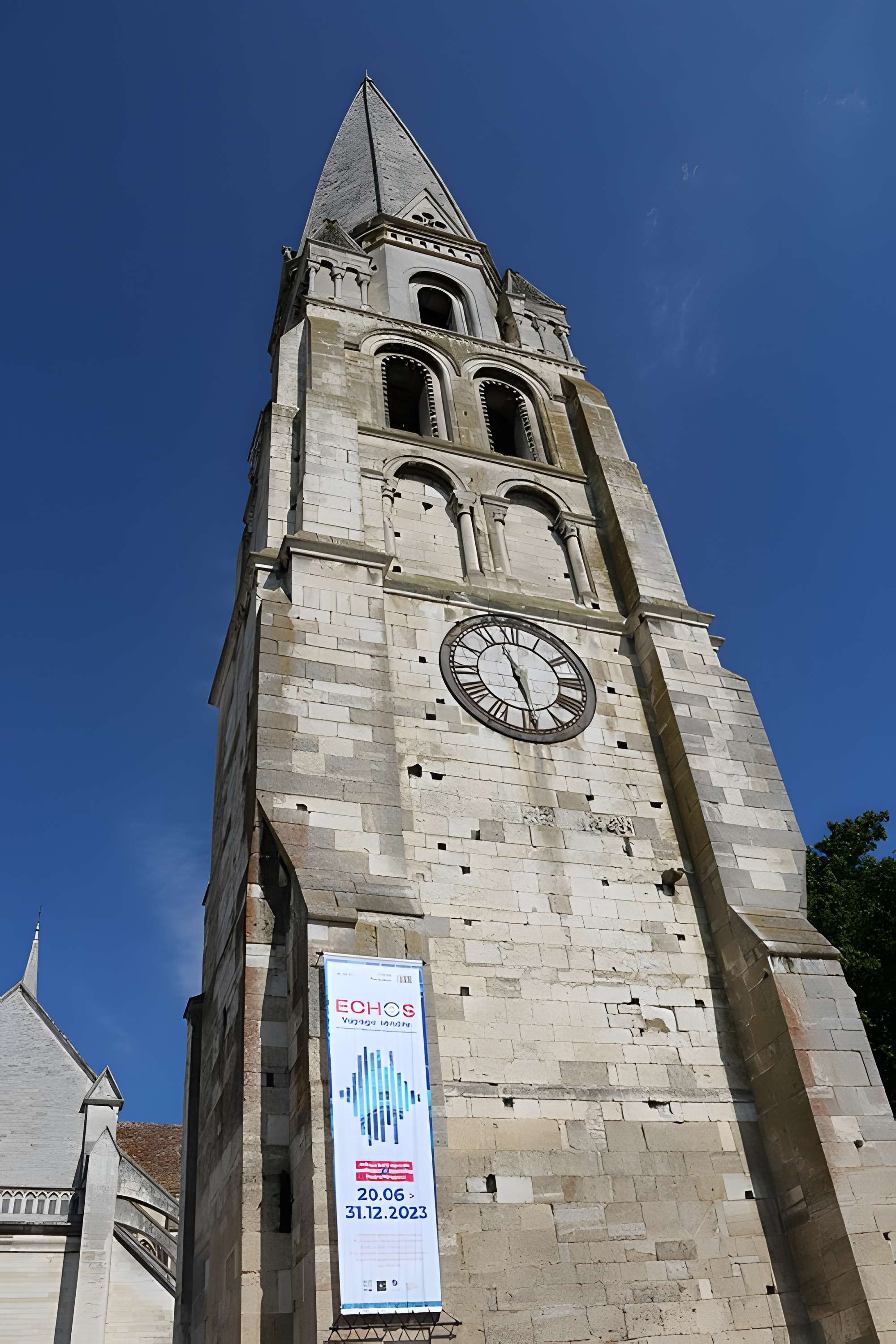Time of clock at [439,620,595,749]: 11:28
